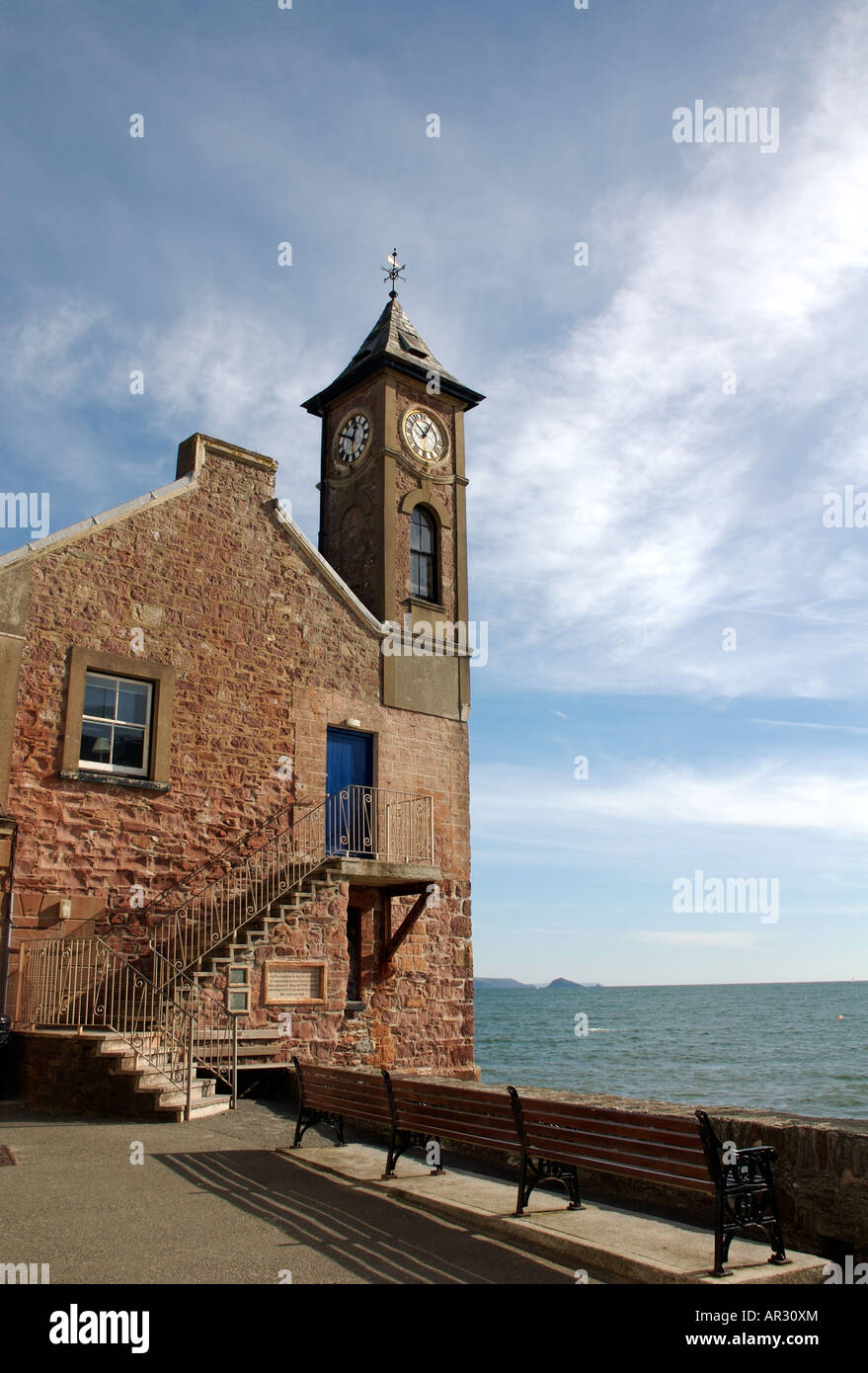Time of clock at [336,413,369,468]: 12:49
